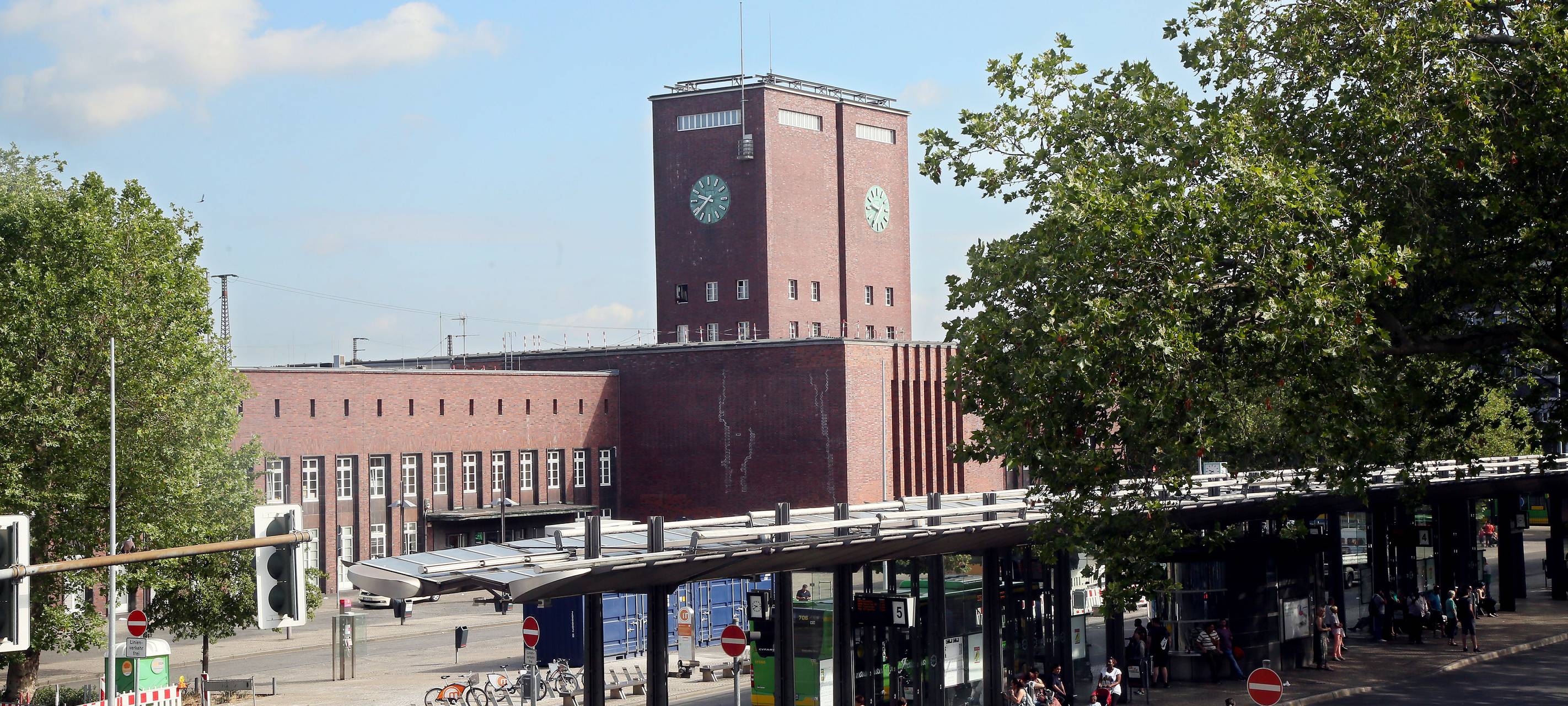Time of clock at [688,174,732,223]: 9:38
